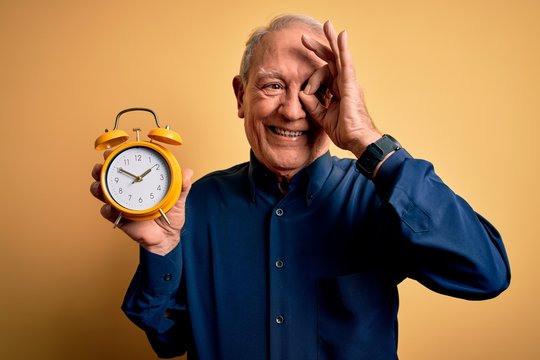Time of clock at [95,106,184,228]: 1:50
